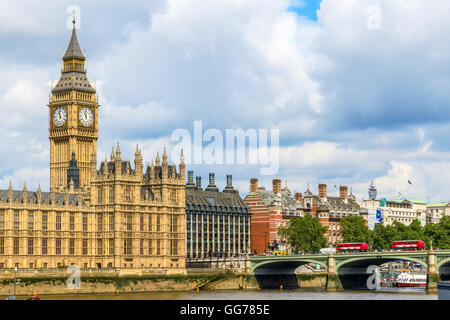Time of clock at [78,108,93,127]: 10:59
